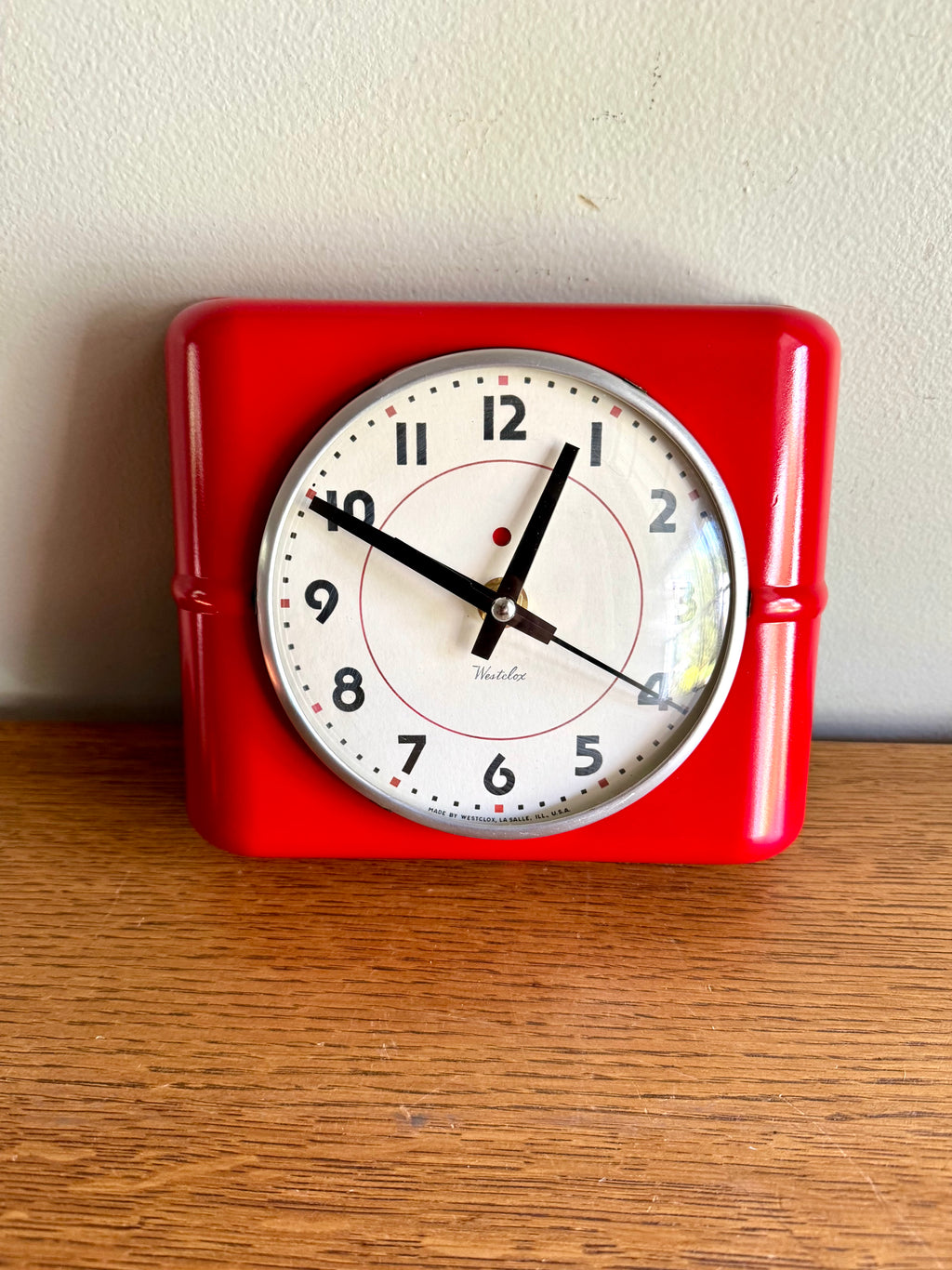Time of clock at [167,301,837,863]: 12:49
